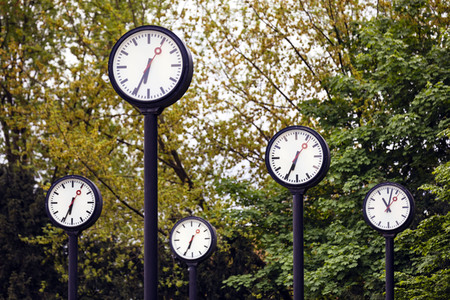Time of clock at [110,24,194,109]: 6:34
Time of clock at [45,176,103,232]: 6:34
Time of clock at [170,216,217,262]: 6:34
